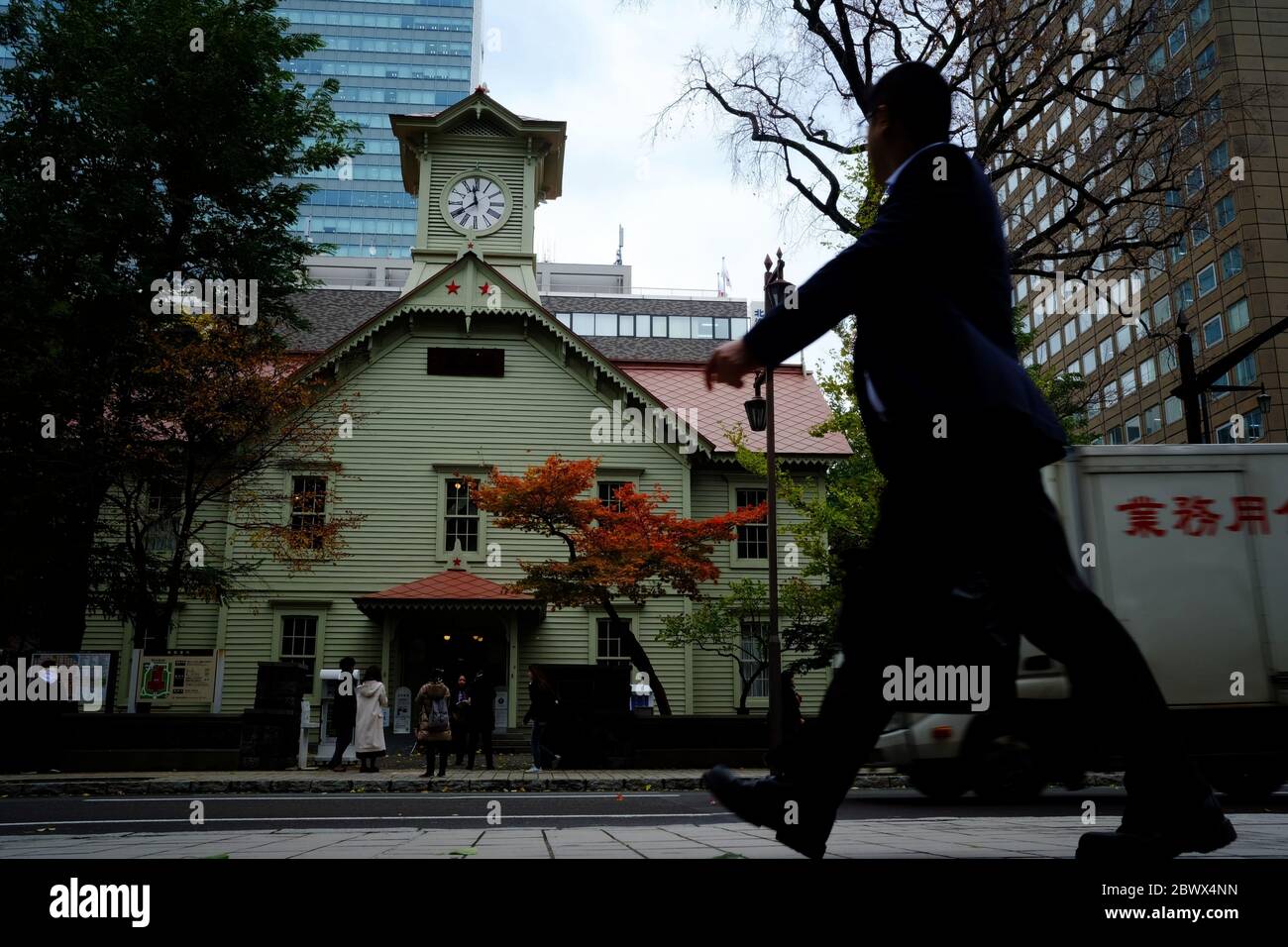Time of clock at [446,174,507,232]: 11:39
